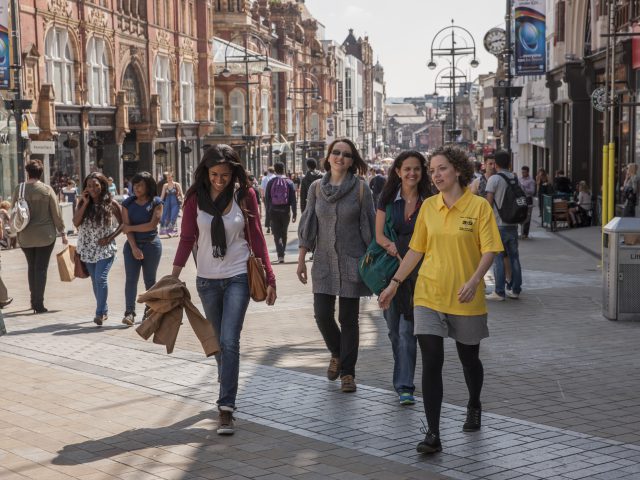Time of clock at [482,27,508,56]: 2:42
